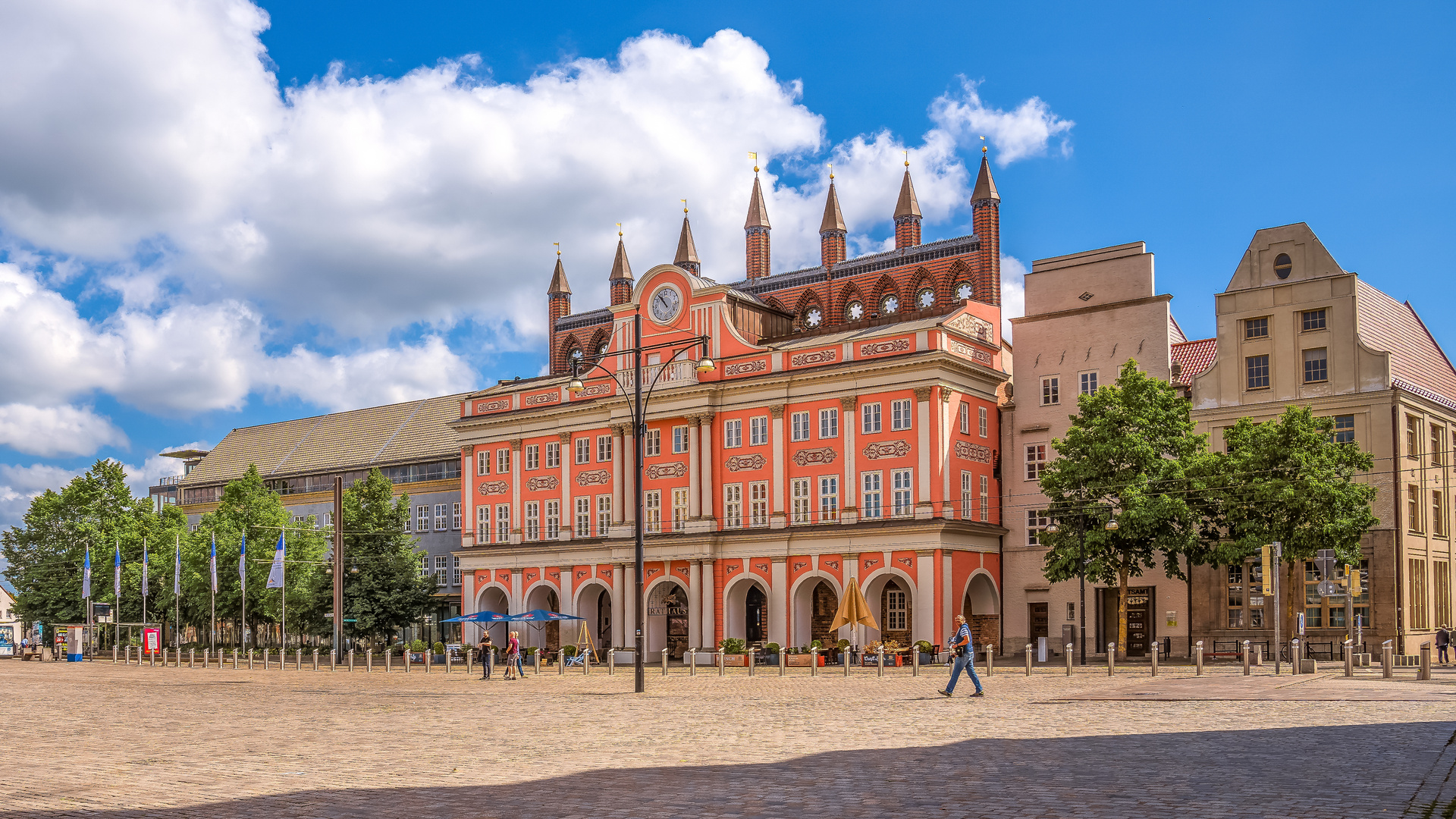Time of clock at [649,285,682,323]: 10:53
